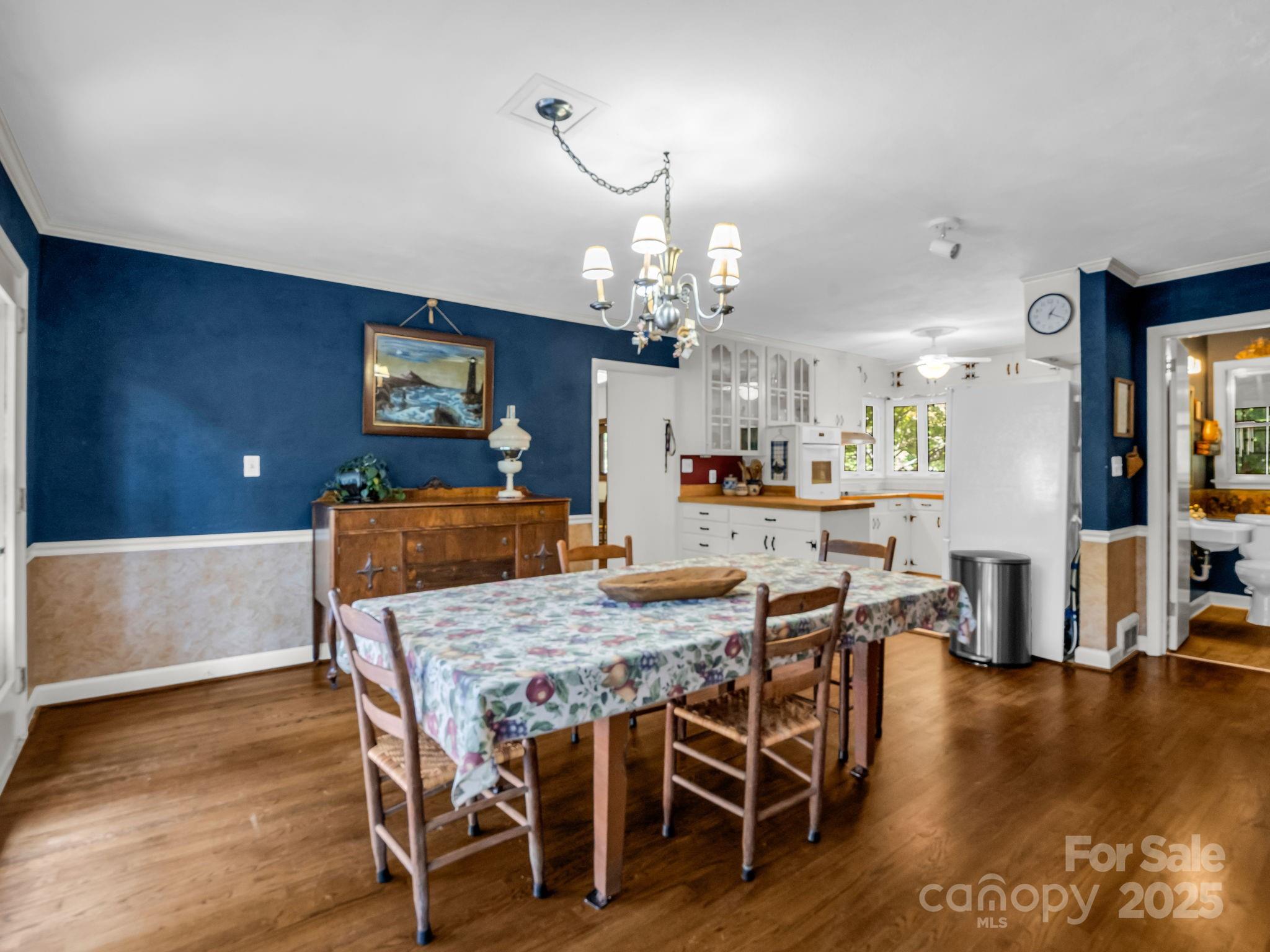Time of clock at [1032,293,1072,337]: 1:19
